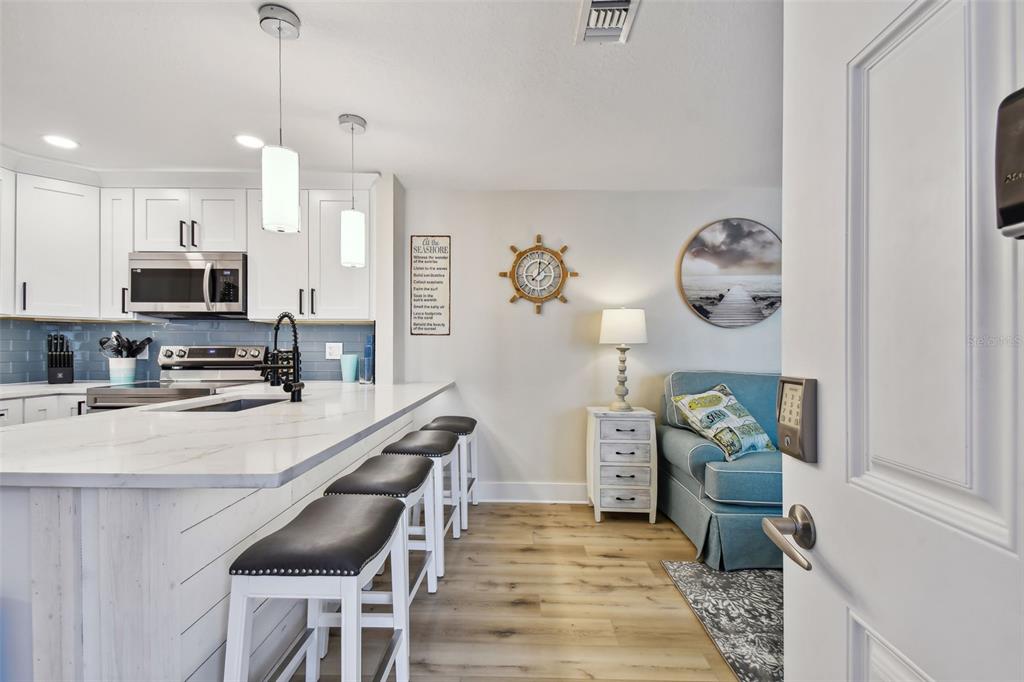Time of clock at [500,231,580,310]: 12:07
